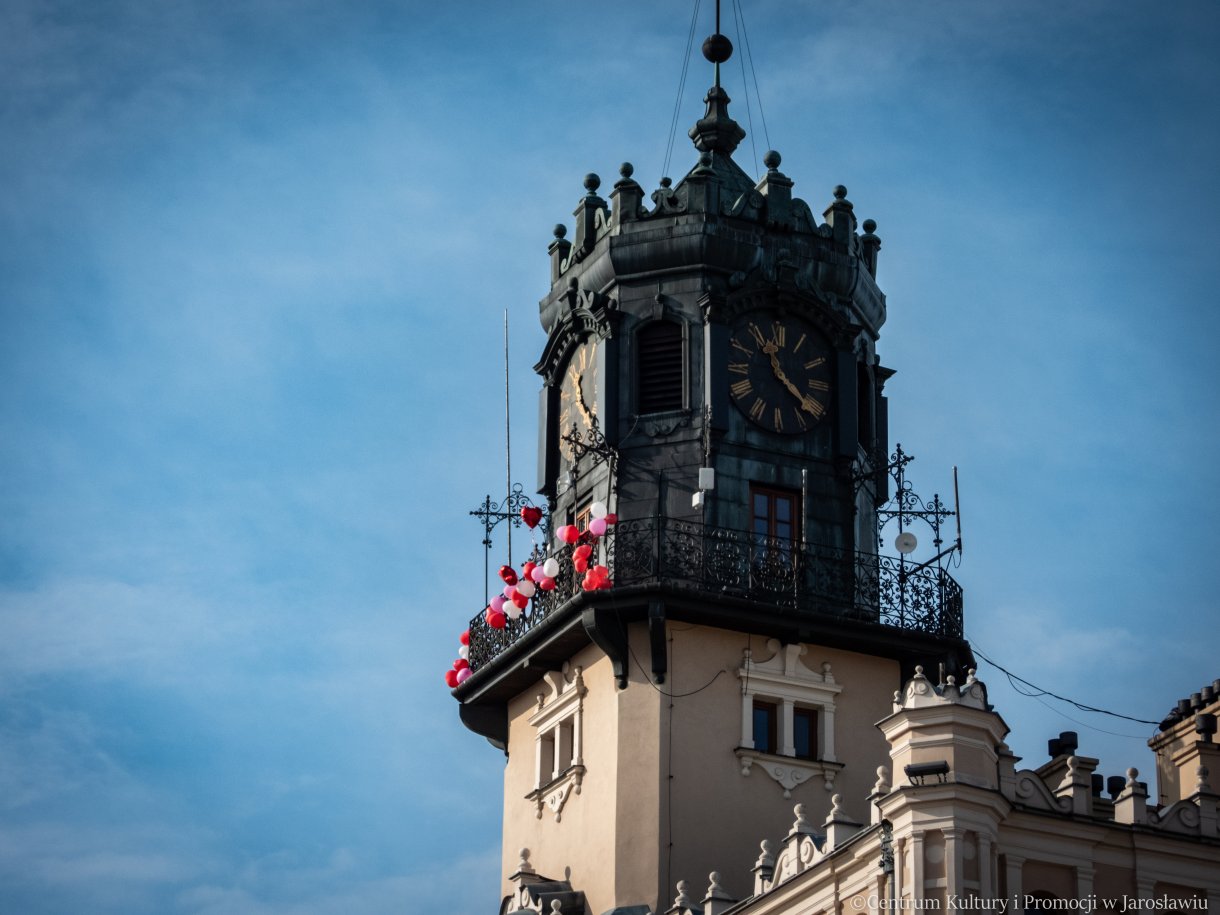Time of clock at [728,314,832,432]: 11:21
